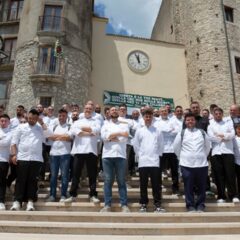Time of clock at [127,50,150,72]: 11:56
